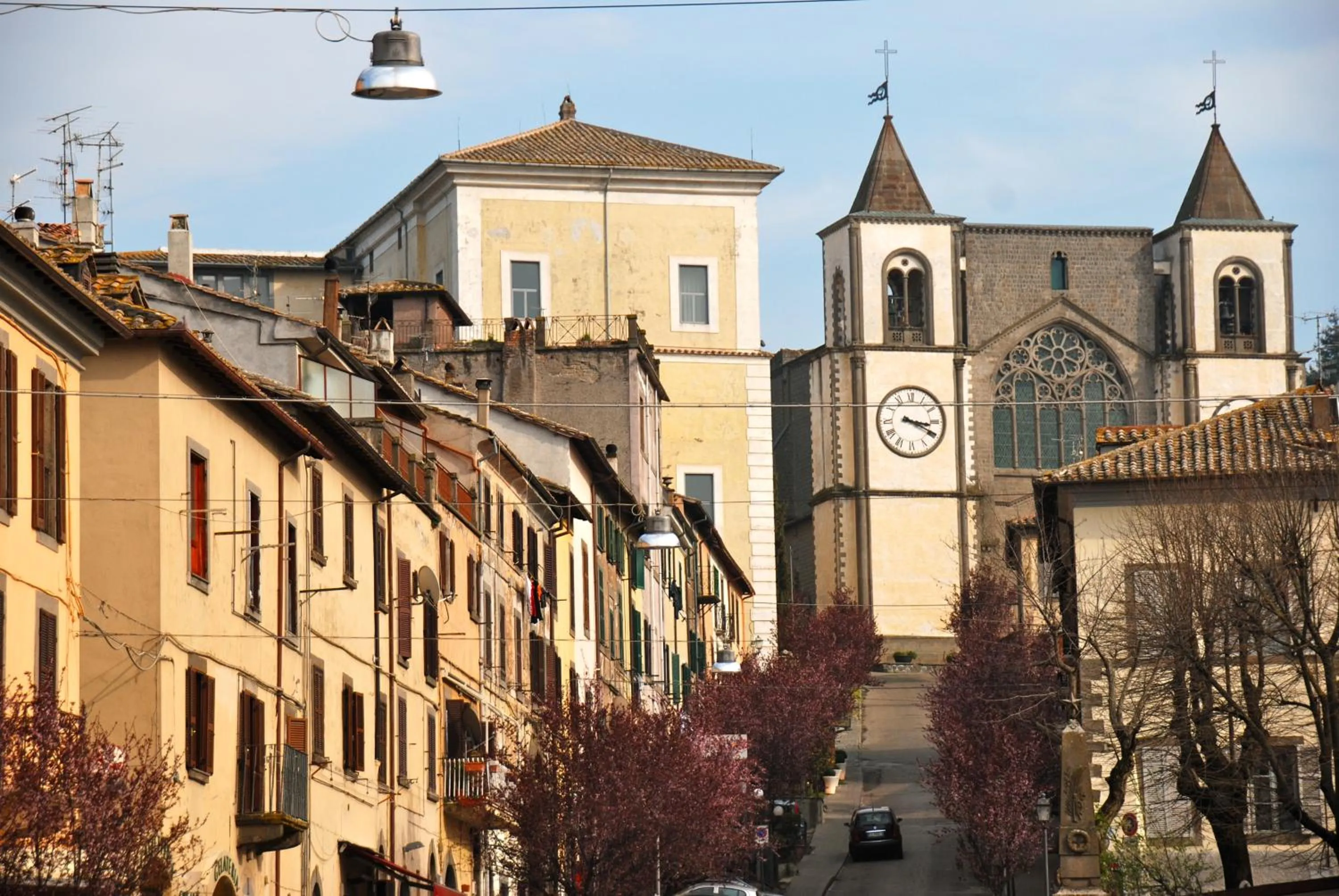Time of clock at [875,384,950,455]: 3:19
